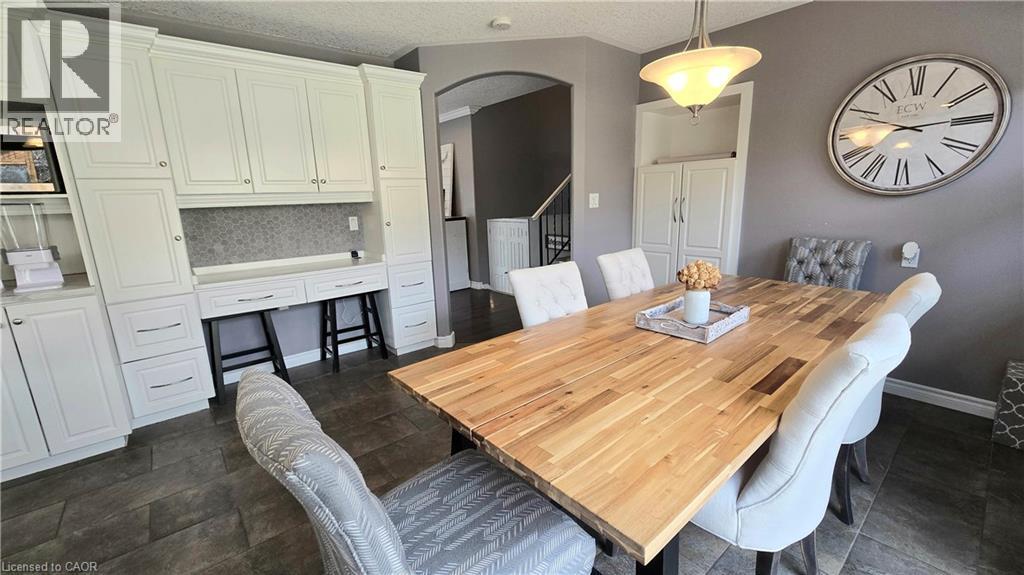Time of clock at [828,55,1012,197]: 2:49
